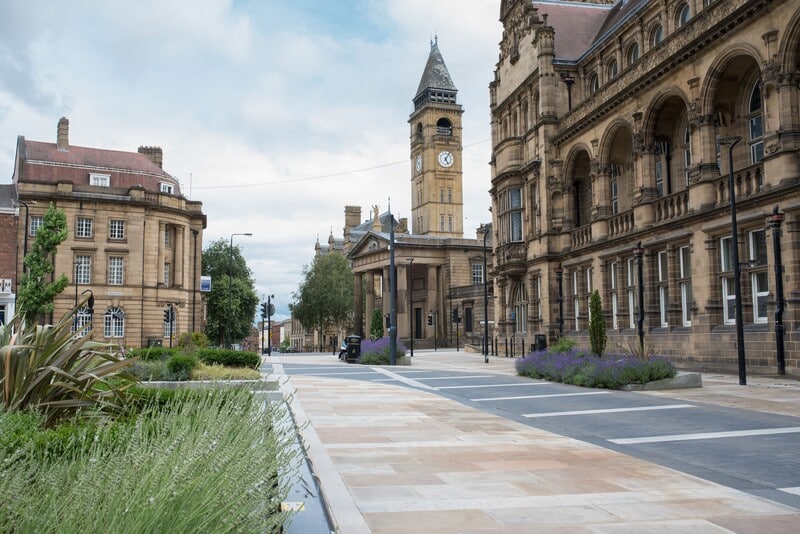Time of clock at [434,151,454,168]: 5:05
